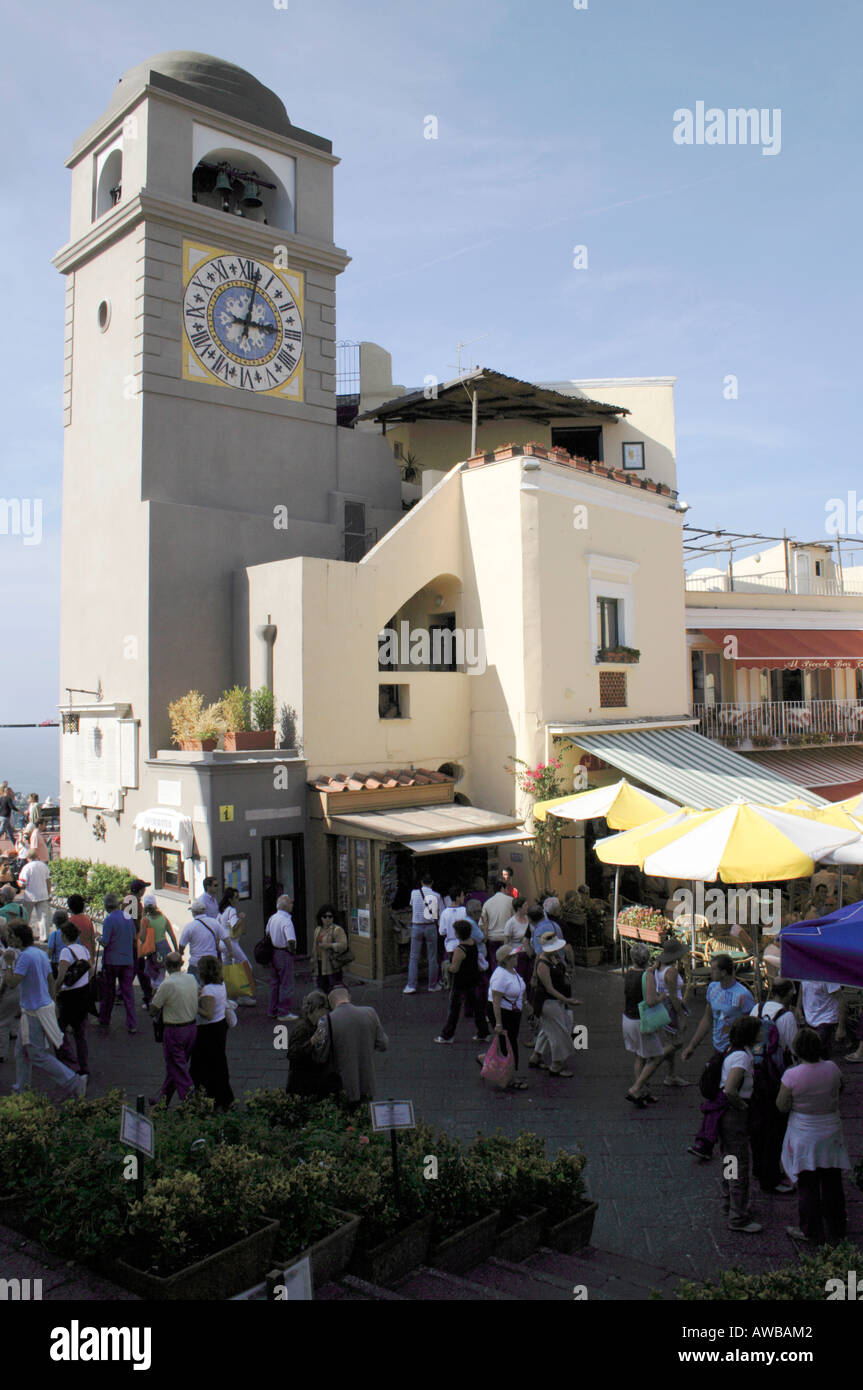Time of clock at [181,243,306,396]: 3:02
